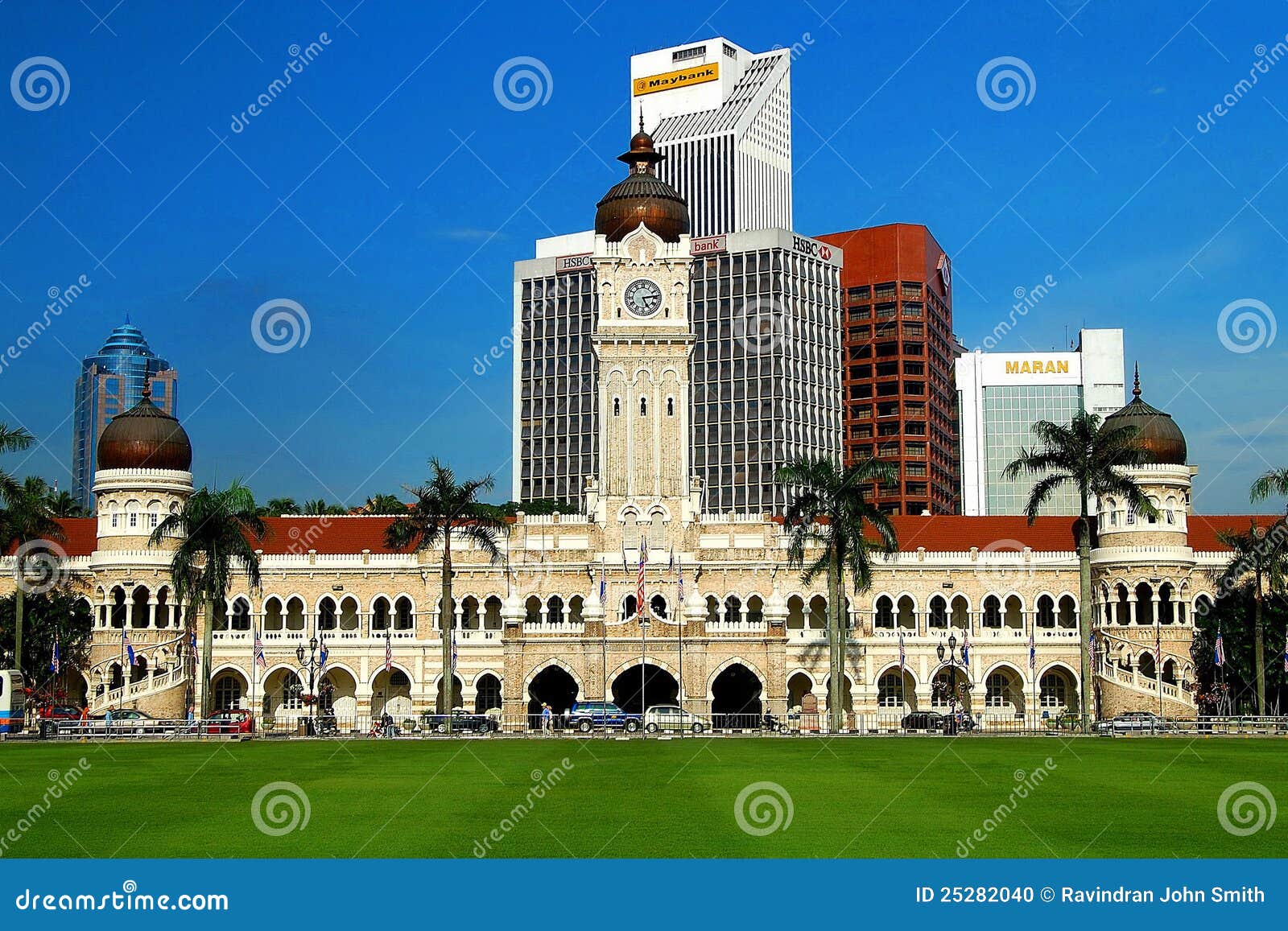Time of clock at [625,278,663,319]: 5:13
